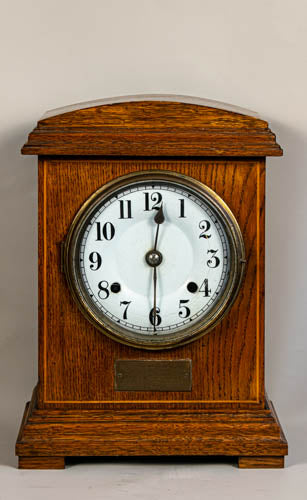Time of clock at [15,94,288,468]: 6:01
